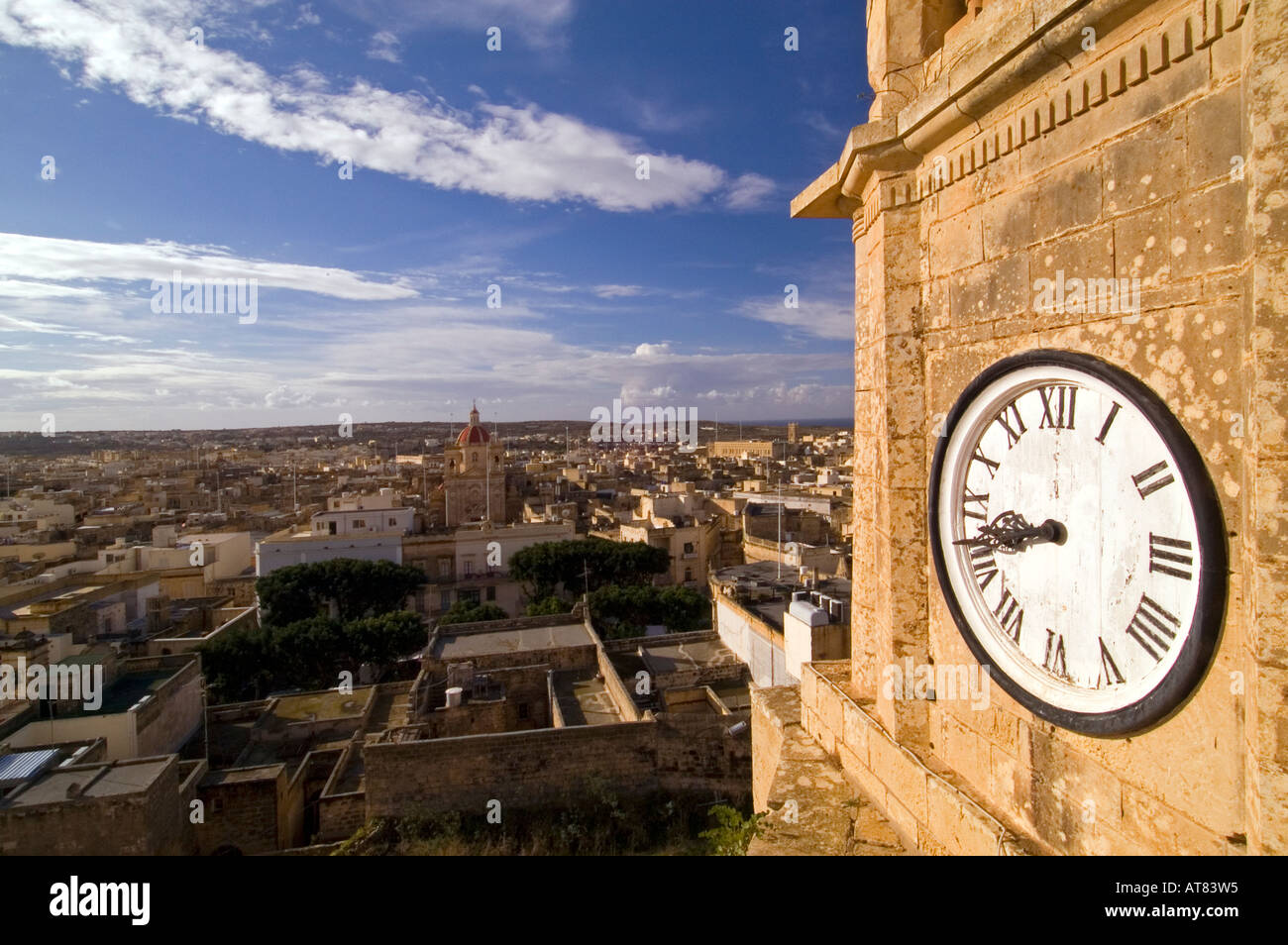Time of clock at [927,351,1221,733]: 8:42
